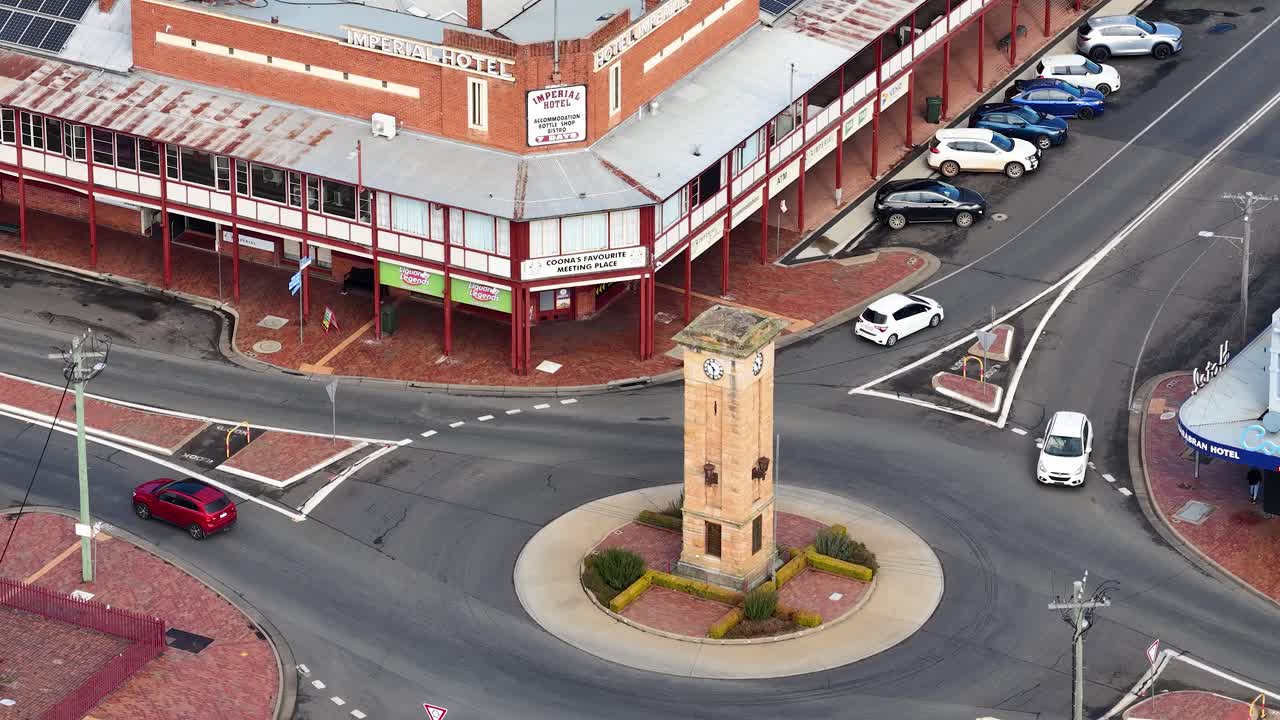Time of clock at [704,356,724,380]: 10:30
